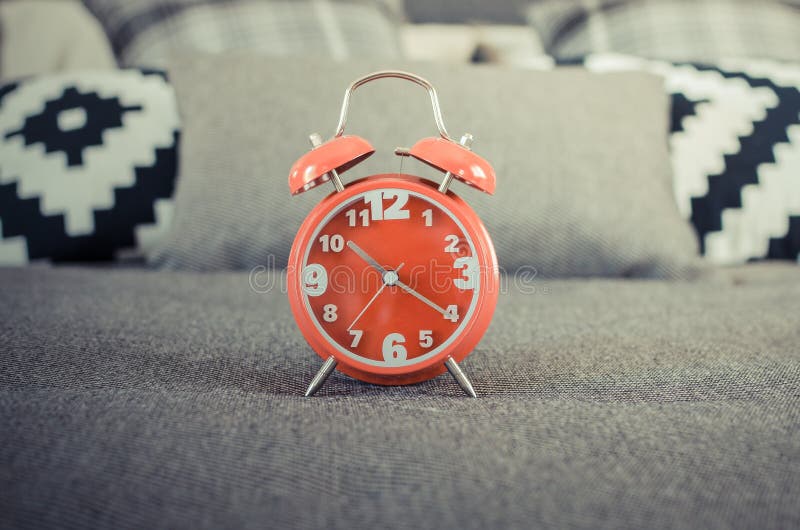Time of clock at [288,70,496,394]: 10:20
